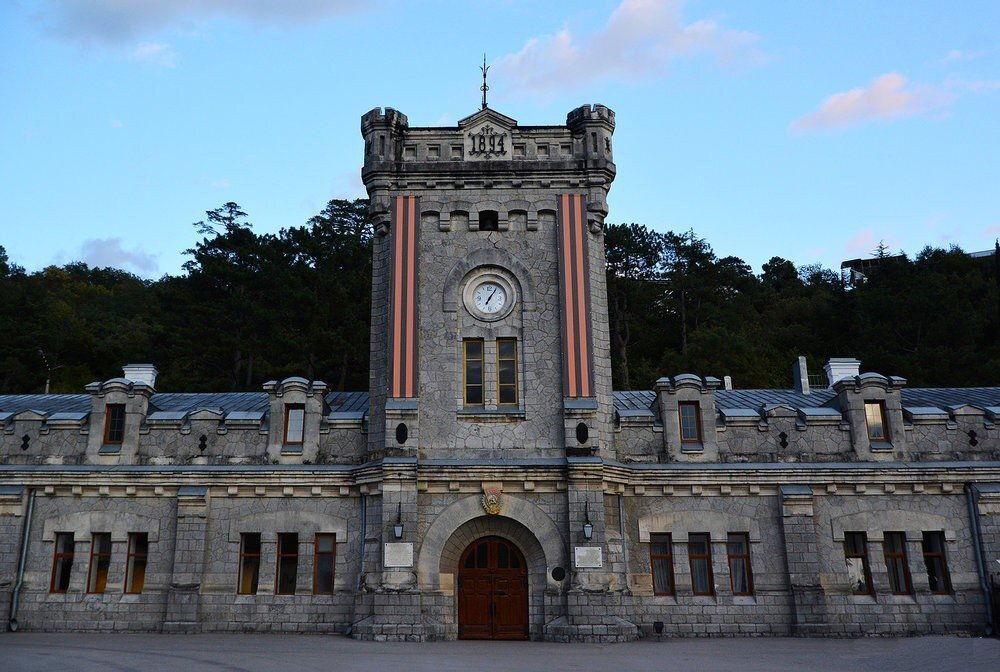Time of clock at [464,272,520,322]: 7:05
